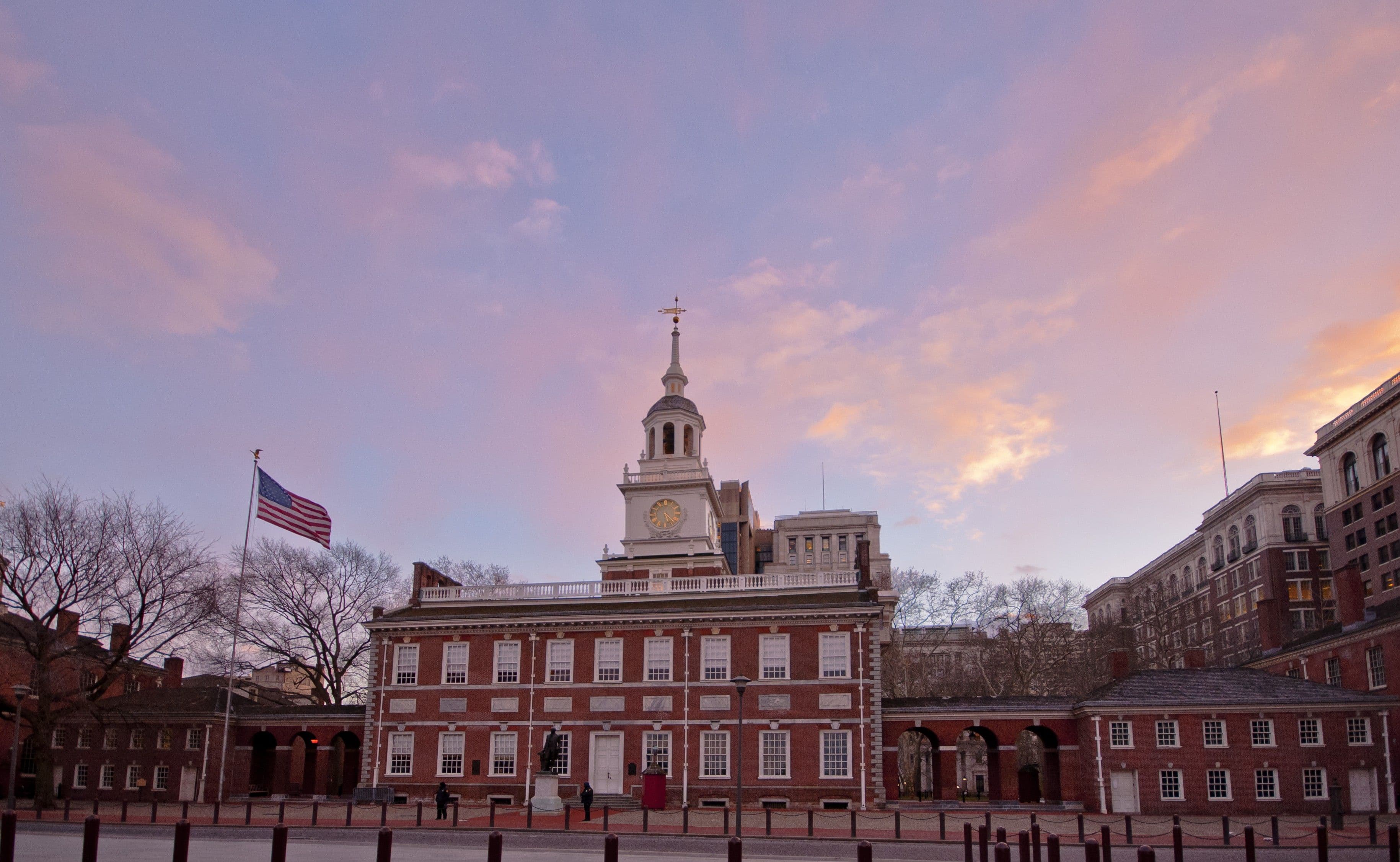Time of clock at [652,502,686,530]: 5:22
